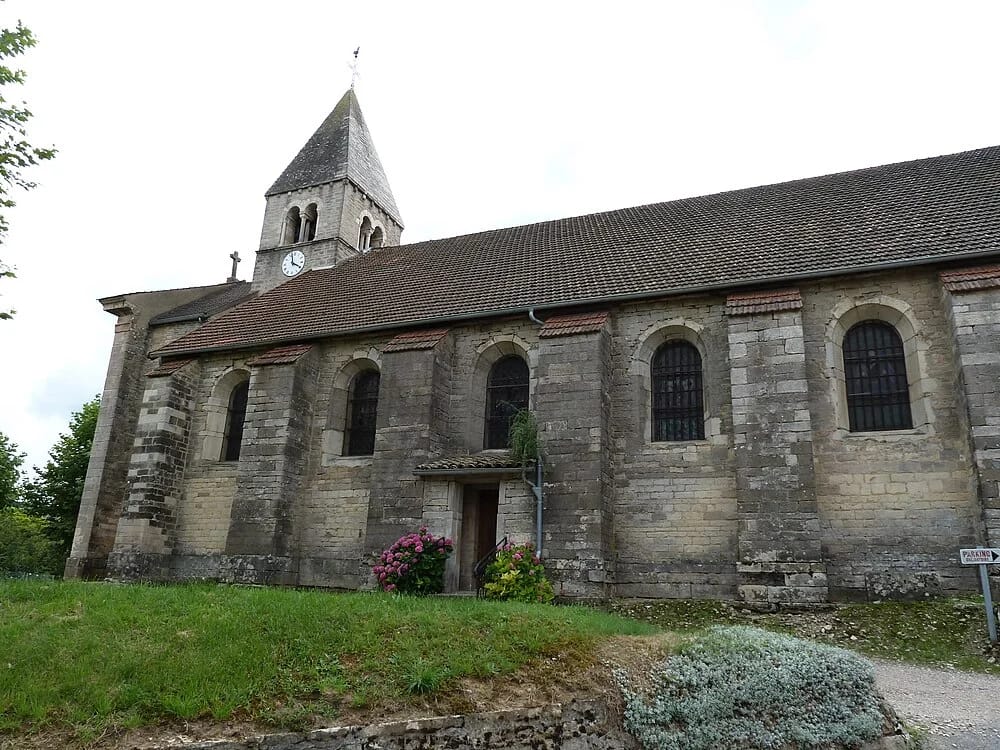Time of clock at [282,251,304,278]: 3:58
